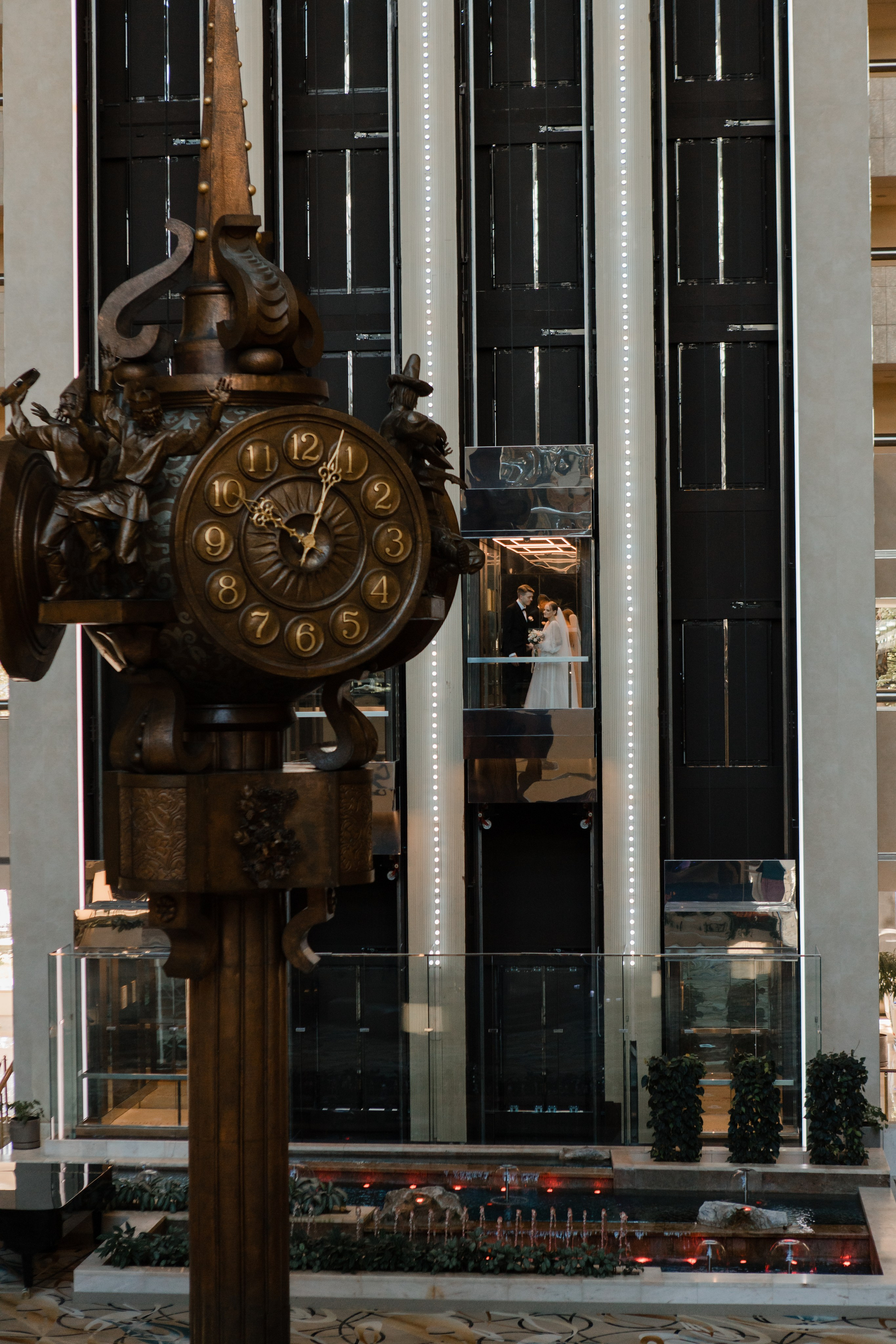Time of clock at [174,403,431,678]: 10:03
